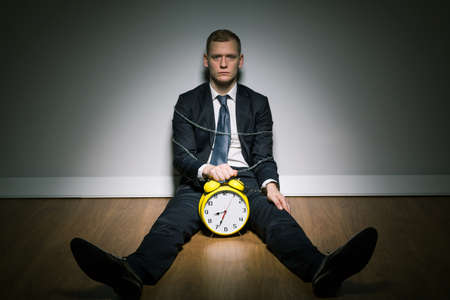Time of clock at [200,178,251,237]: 8:34
